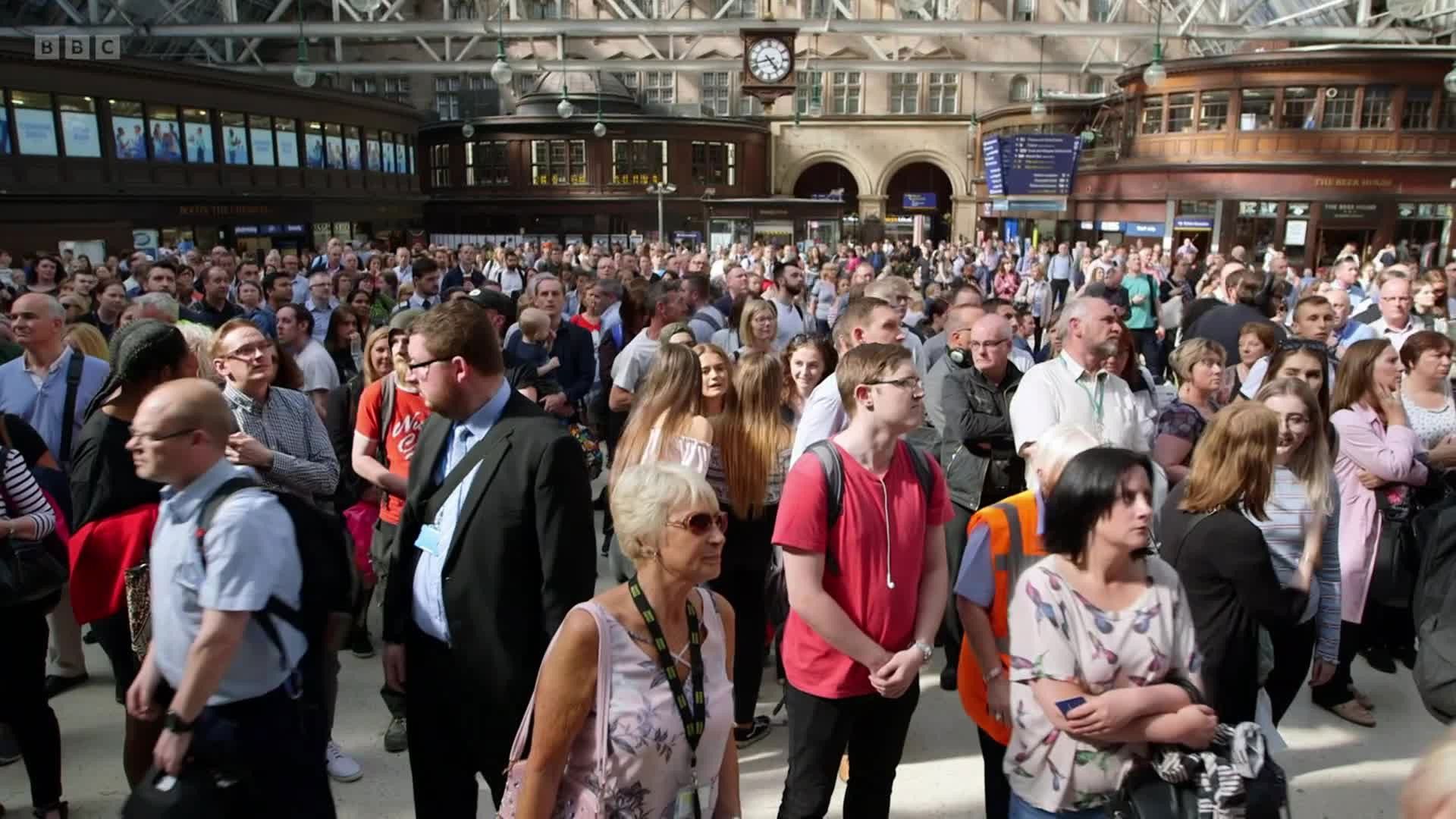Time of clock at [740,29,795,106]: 4:42
